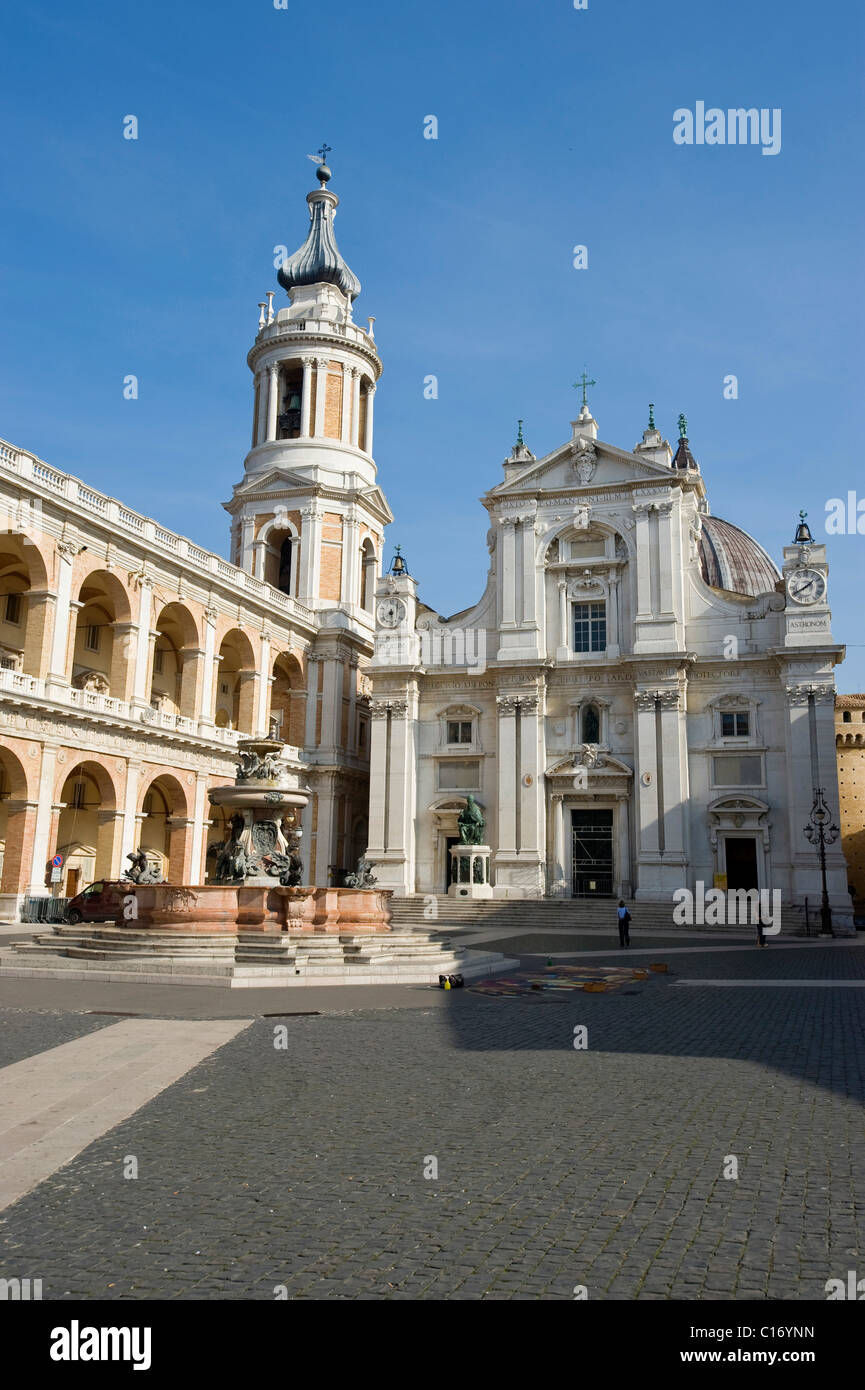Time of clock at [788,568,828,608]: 1:40
